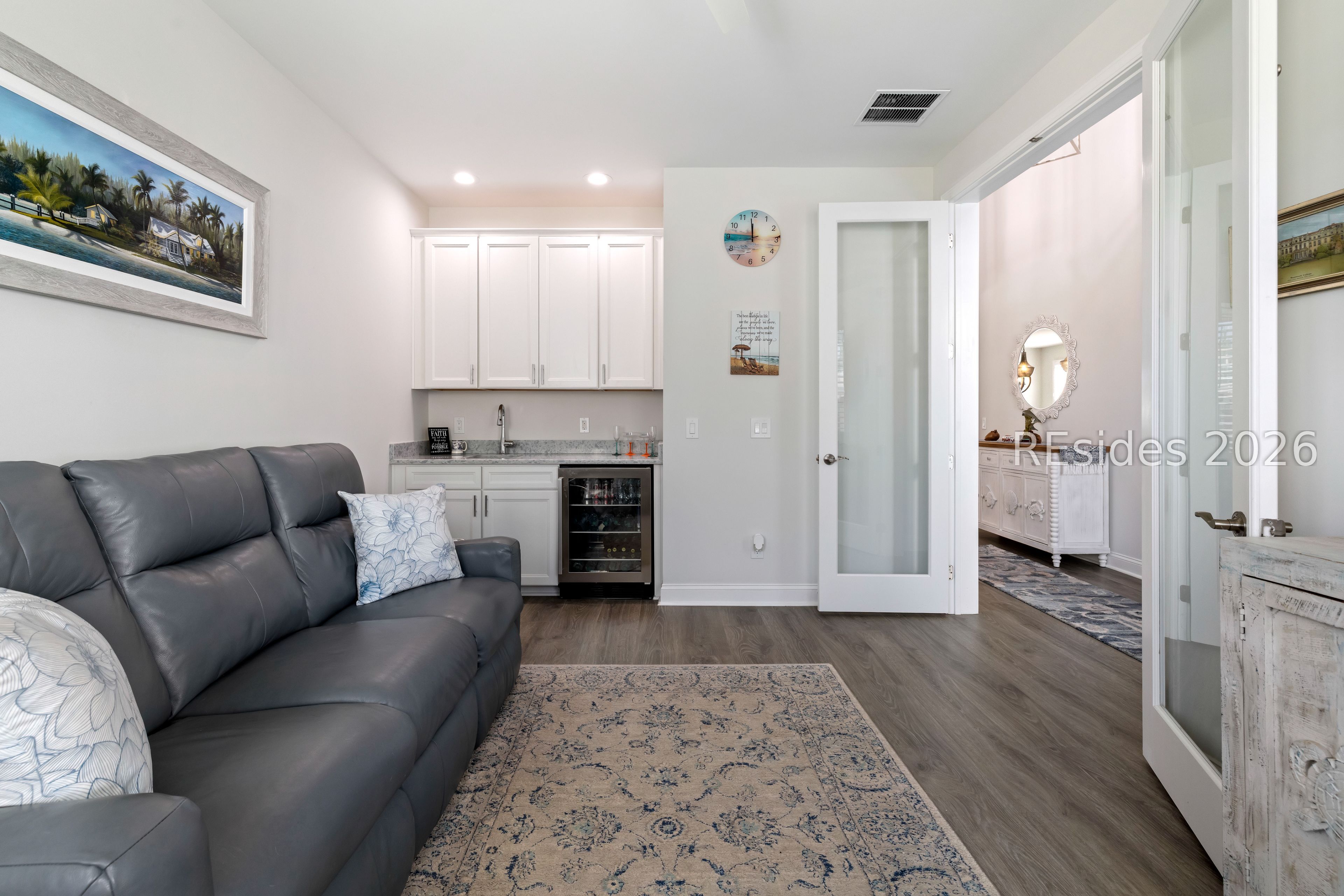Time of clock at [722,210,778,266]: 11:58
